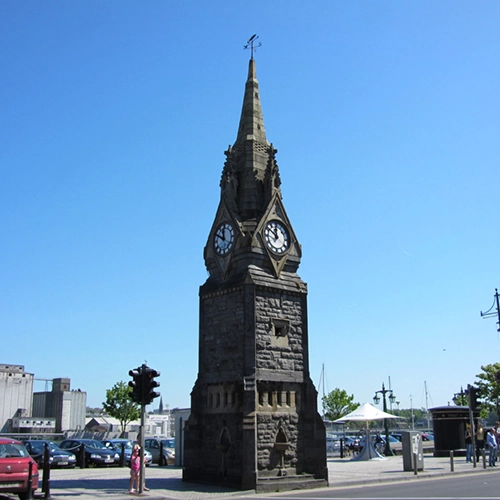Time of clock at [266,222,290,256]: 11:50
